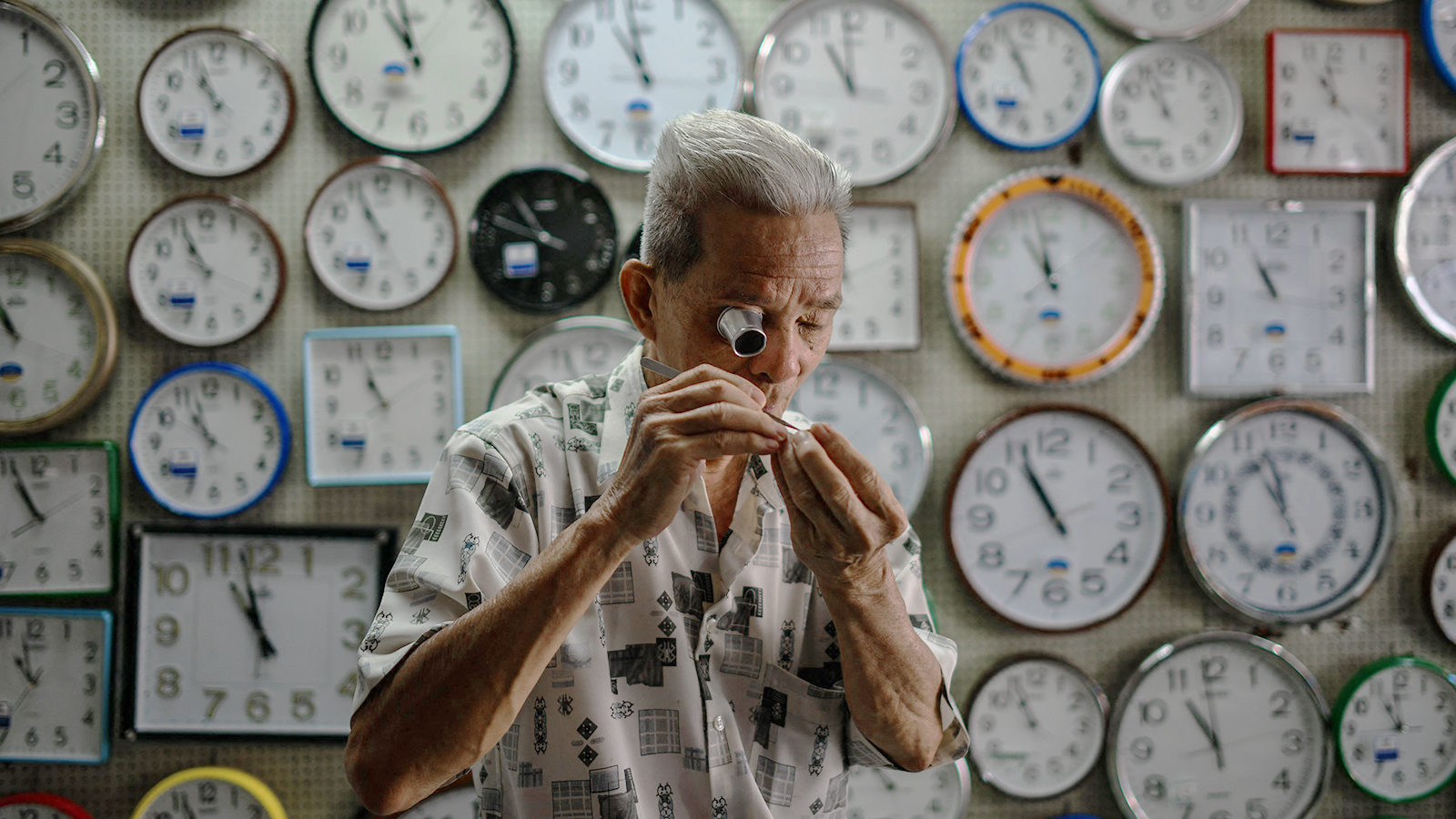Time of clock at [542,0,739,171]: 10:58
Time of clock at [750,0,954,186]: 10:59
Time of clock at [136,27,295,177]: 10:56
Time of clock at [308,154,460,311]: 10:55
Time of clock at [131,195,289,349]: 10:56
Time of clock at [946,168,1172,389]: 10:58
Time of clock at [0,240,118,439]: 10:56
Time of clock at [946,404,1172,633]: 10:55
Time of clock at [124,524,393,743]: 10:58
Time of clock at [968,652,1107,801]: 10:55
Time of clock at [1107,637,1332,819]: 10:59
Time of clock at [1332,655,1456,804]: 10:59
